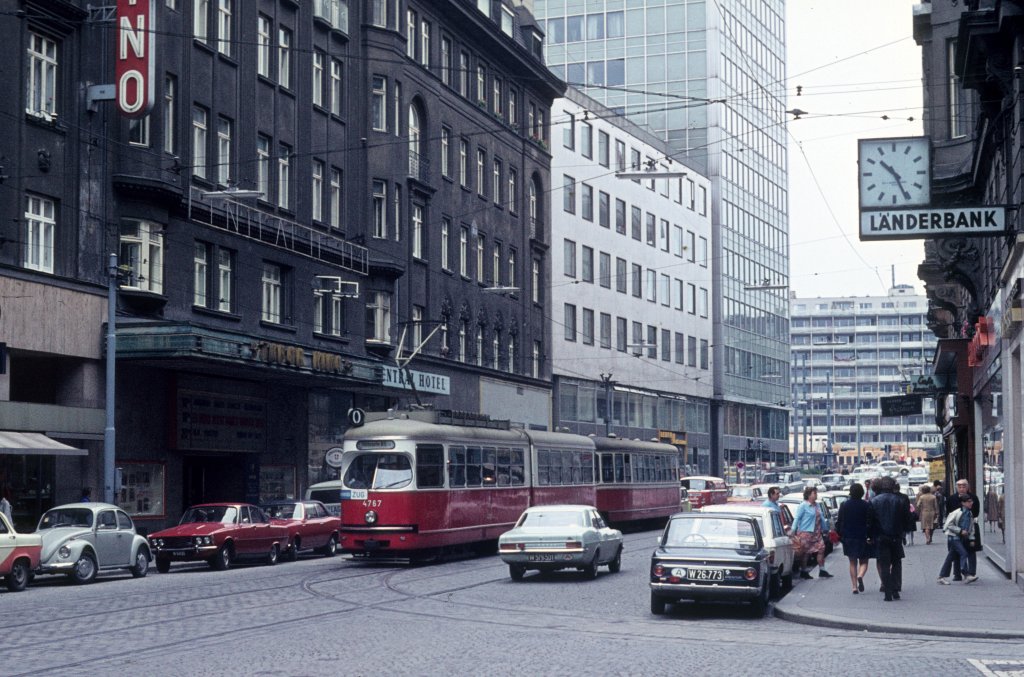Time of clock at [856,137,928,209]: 10:25
